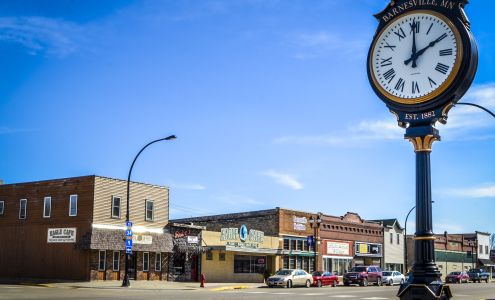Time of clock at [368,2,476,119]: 1:59
